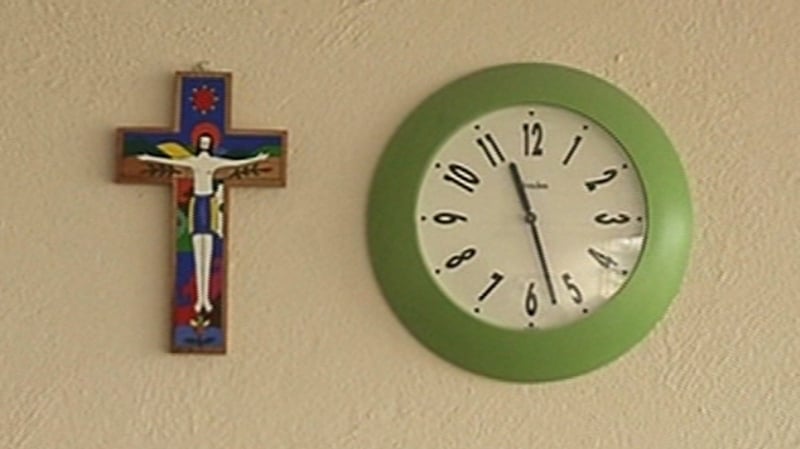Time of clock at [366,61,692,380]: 11:27
